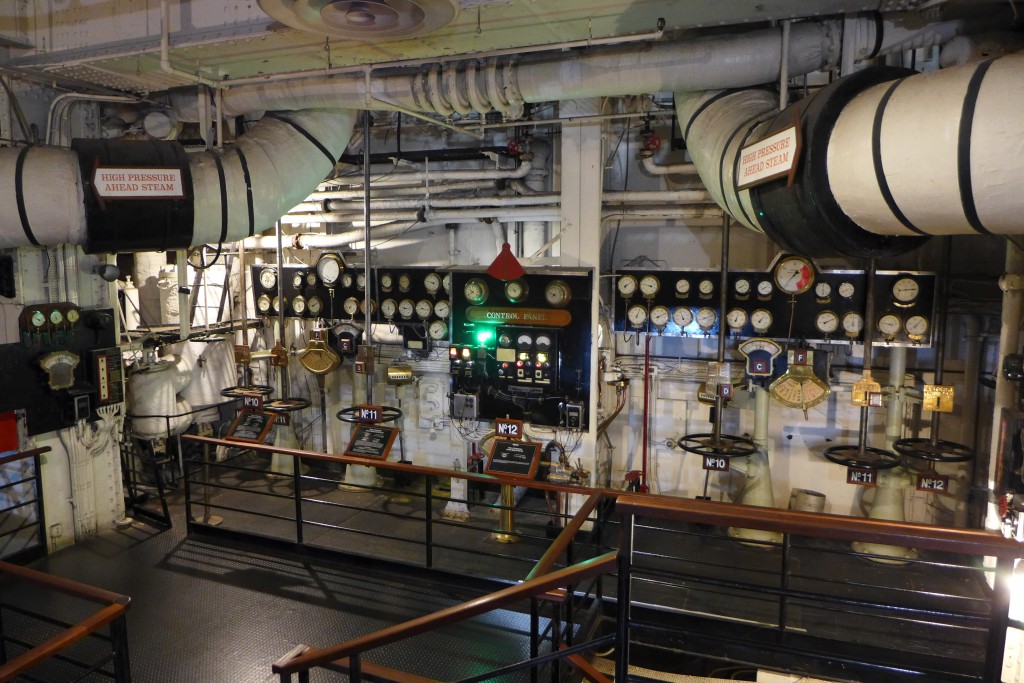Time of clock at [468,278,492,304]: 9:38
